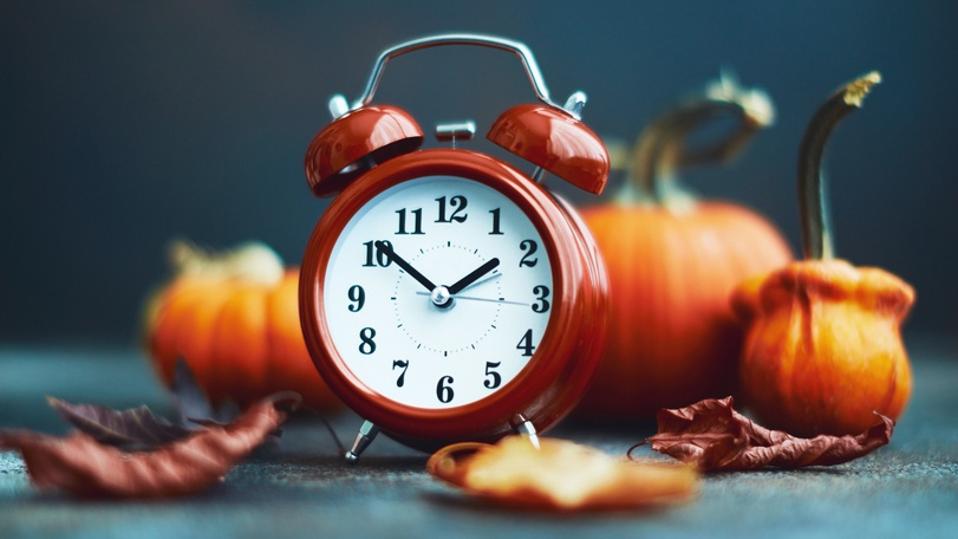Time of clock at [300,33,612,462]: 1:51
